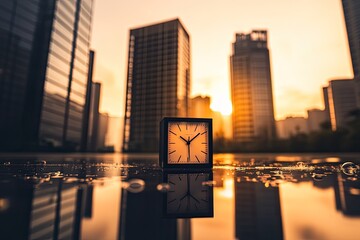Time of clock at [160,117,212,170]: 10:08
